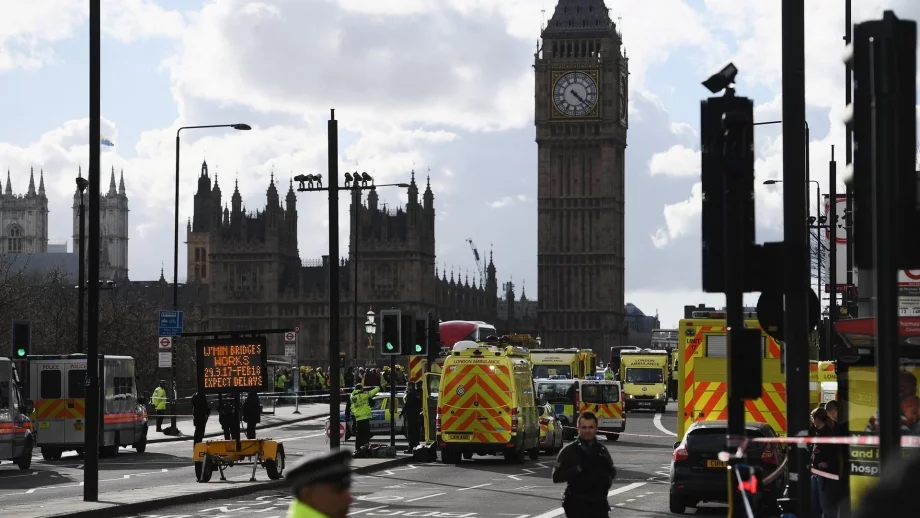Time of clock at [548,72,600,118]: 4:22
